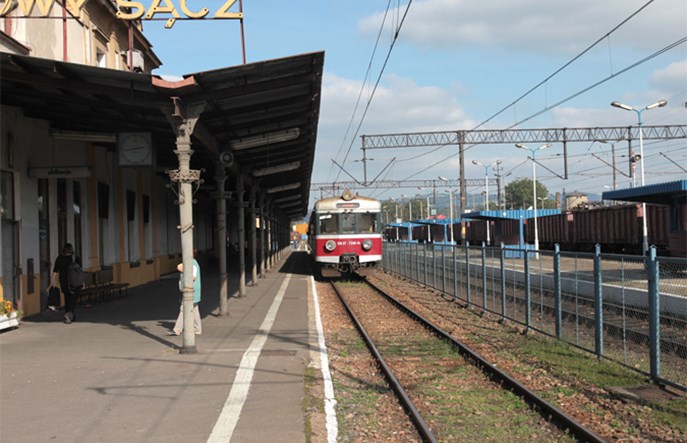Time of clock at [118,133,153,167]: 2:43
